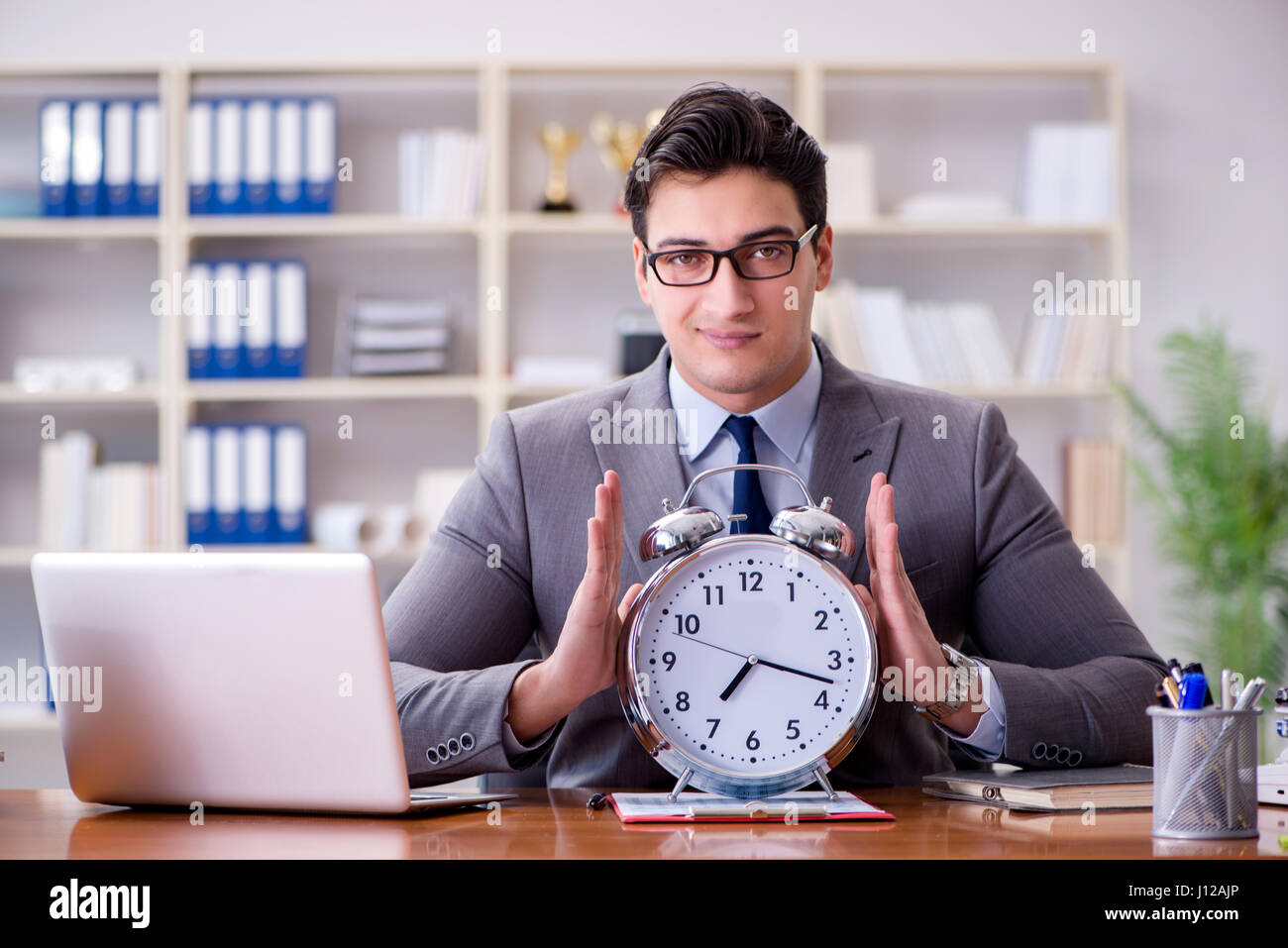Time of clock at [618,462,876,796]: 7:17
